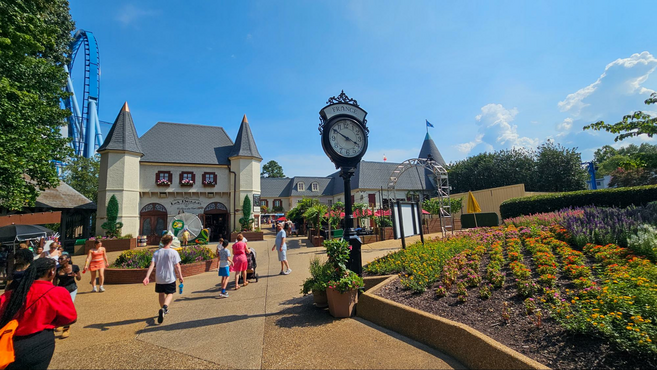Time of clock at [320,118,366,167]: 3:50
